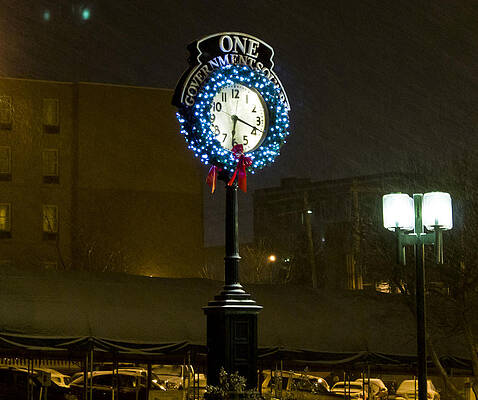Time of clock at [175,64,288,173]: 6:18
